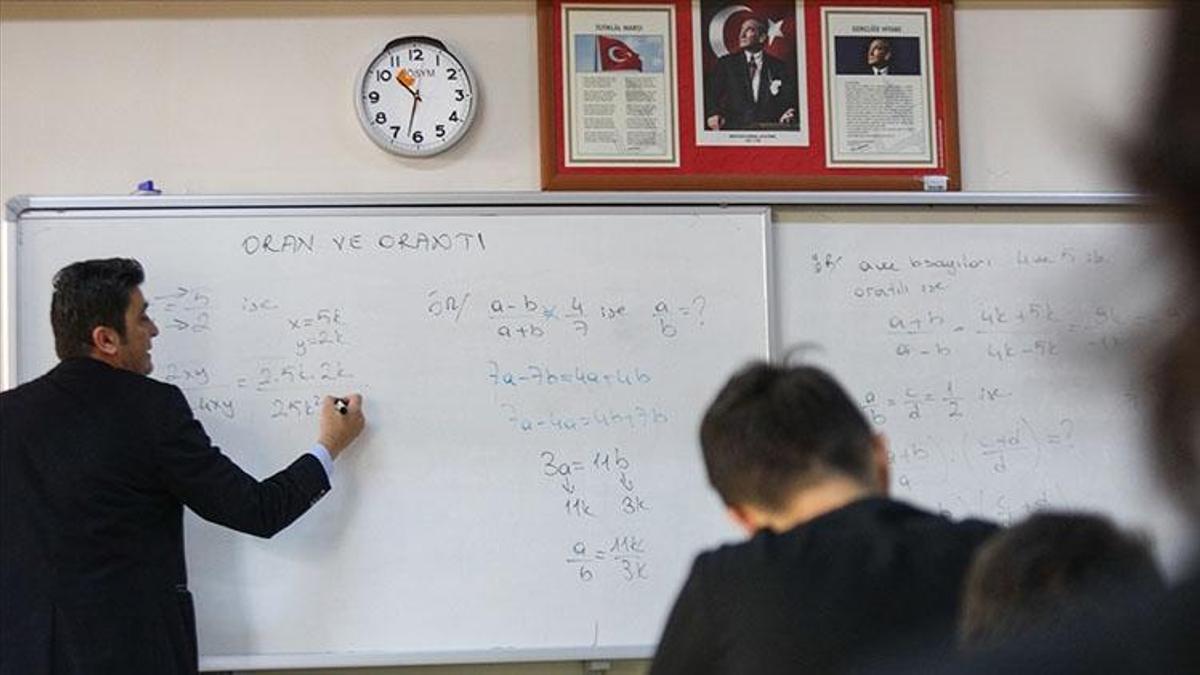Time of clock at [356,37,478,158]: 10:32
